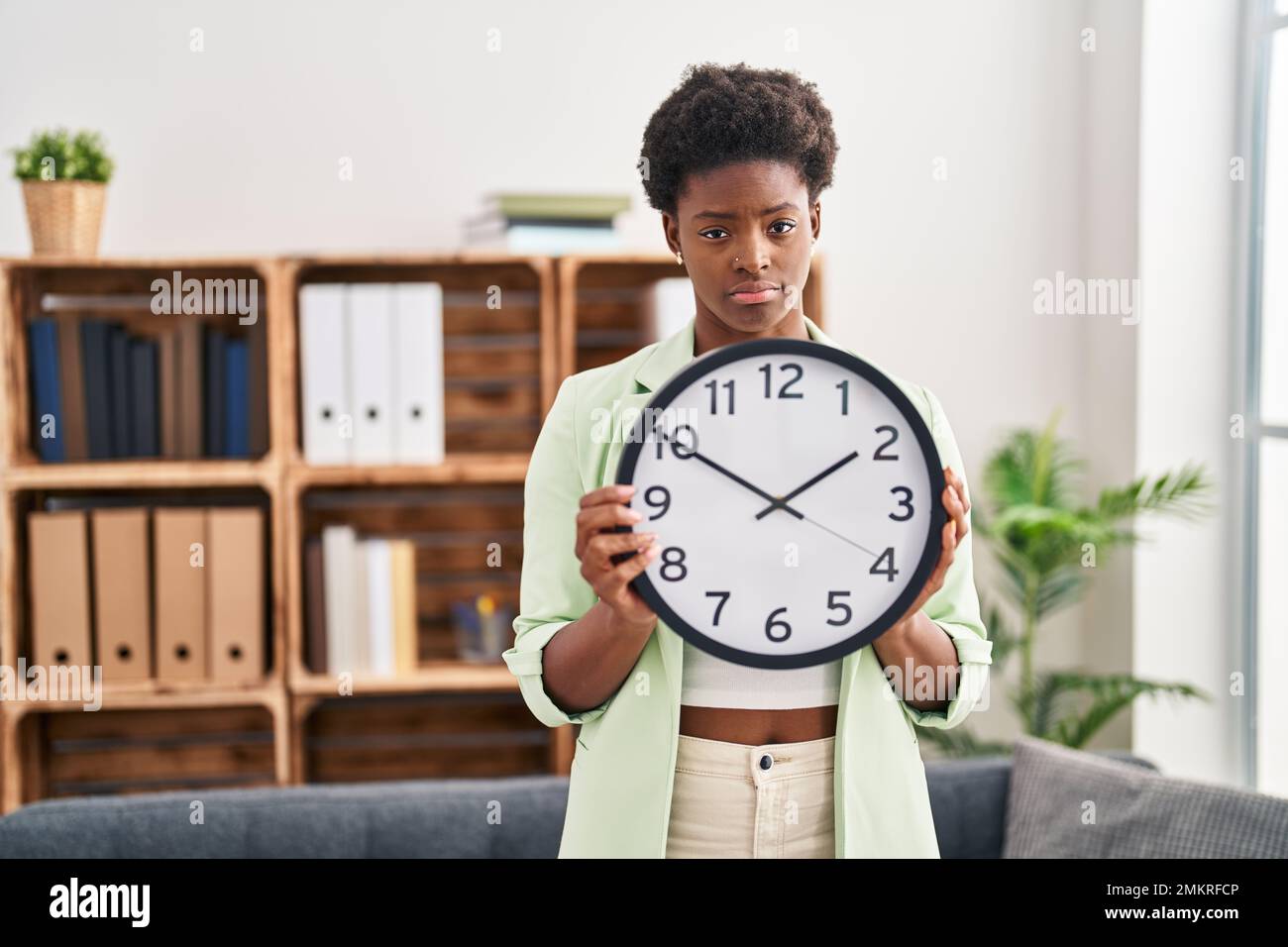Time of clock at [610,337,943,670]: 1:50
